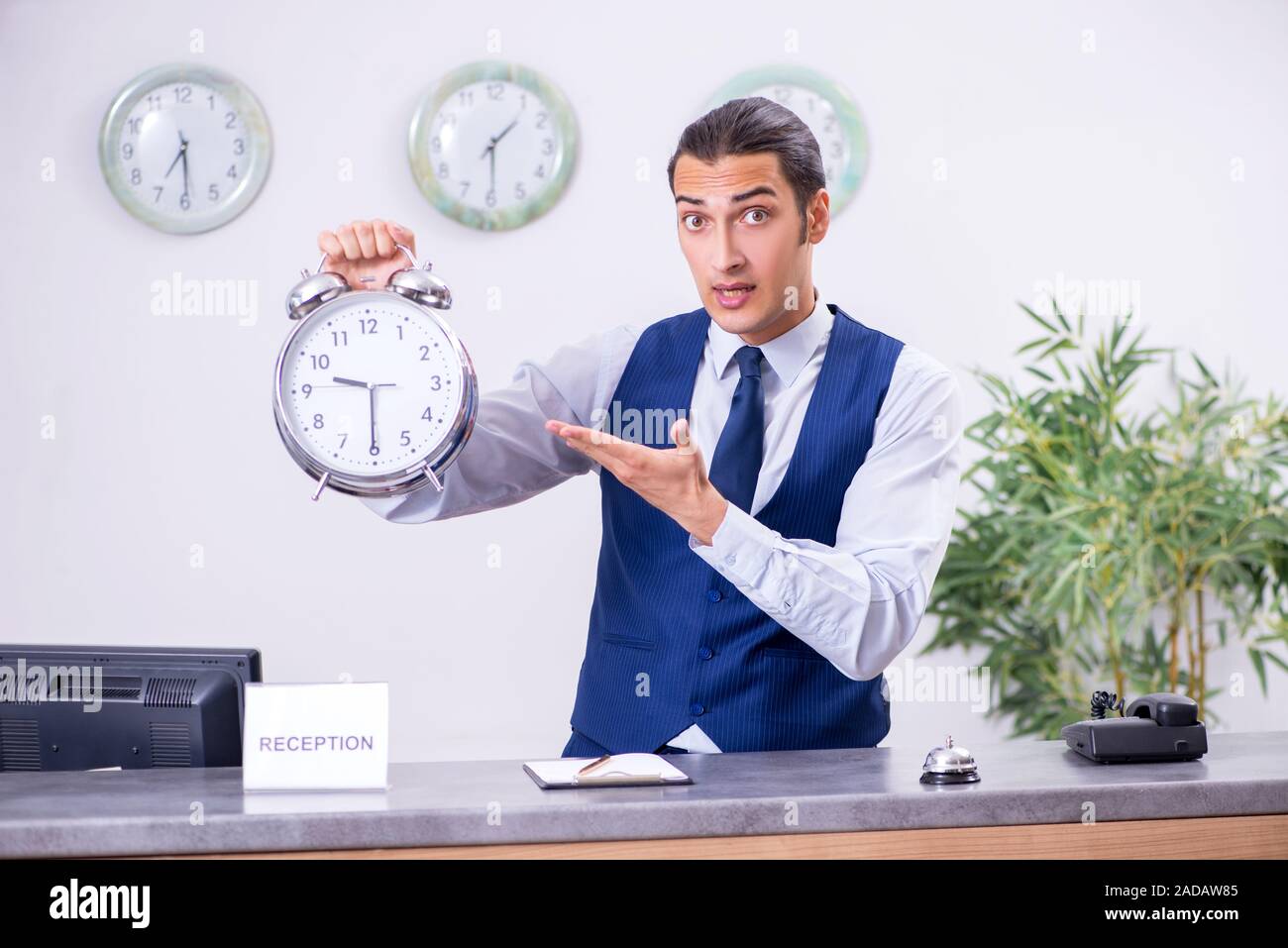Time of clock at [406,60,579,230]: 1:29
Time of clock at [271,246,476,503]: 9:30
